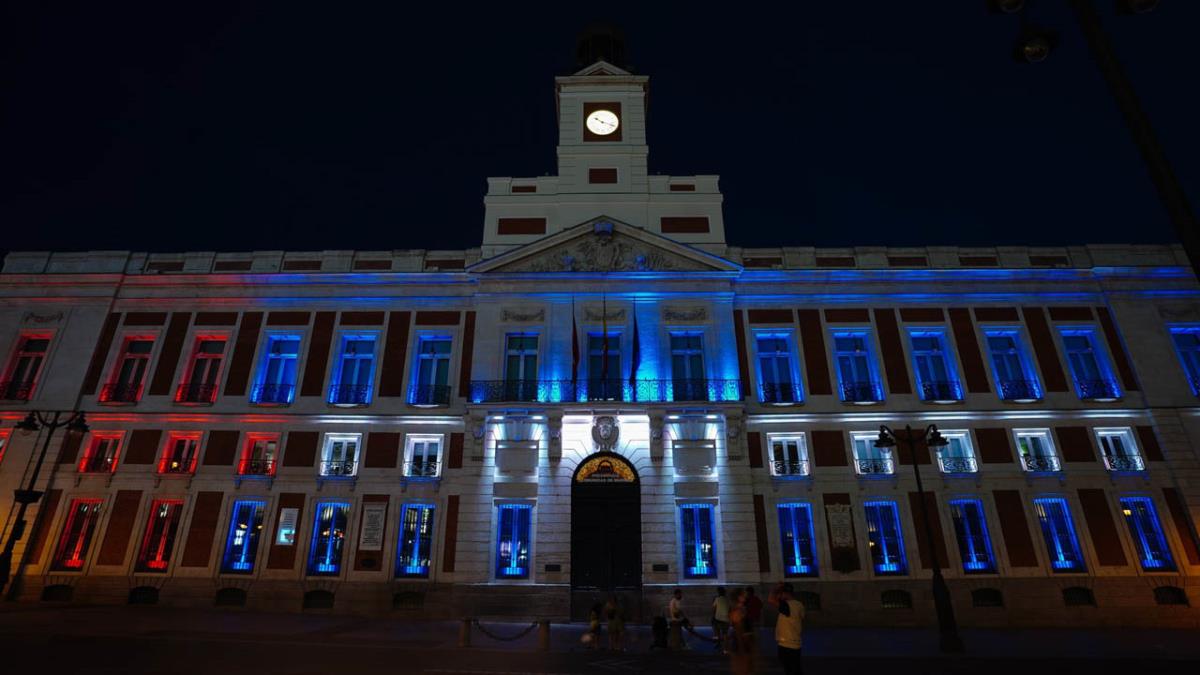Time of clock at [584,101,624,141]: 10:18
